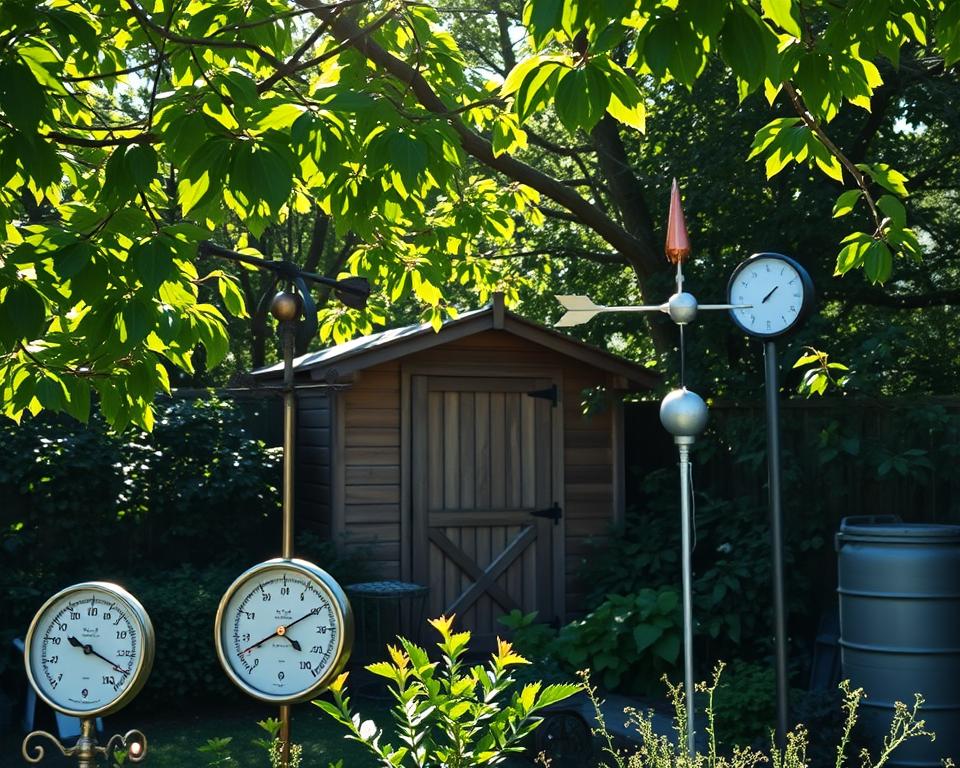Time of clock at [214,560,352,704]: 4:40
